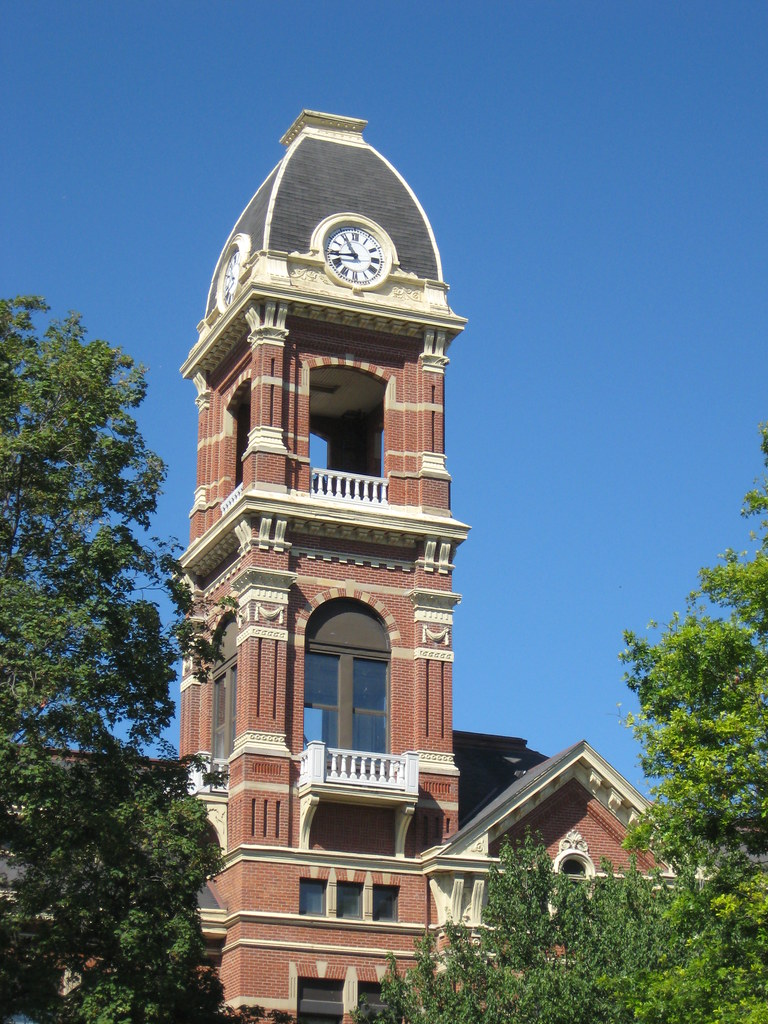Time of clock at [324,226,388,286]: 10:43
